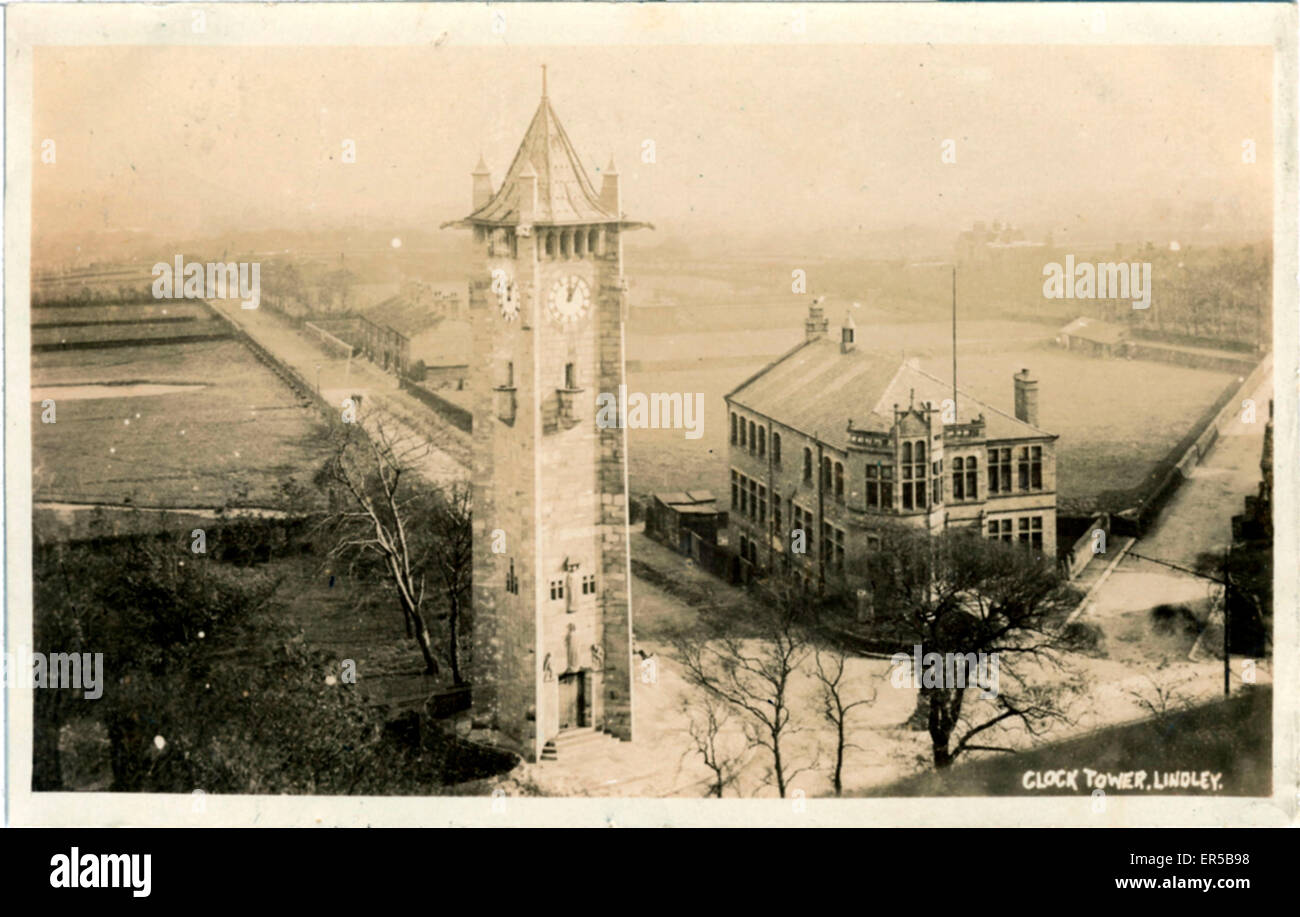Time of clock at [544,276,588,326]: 12:04
